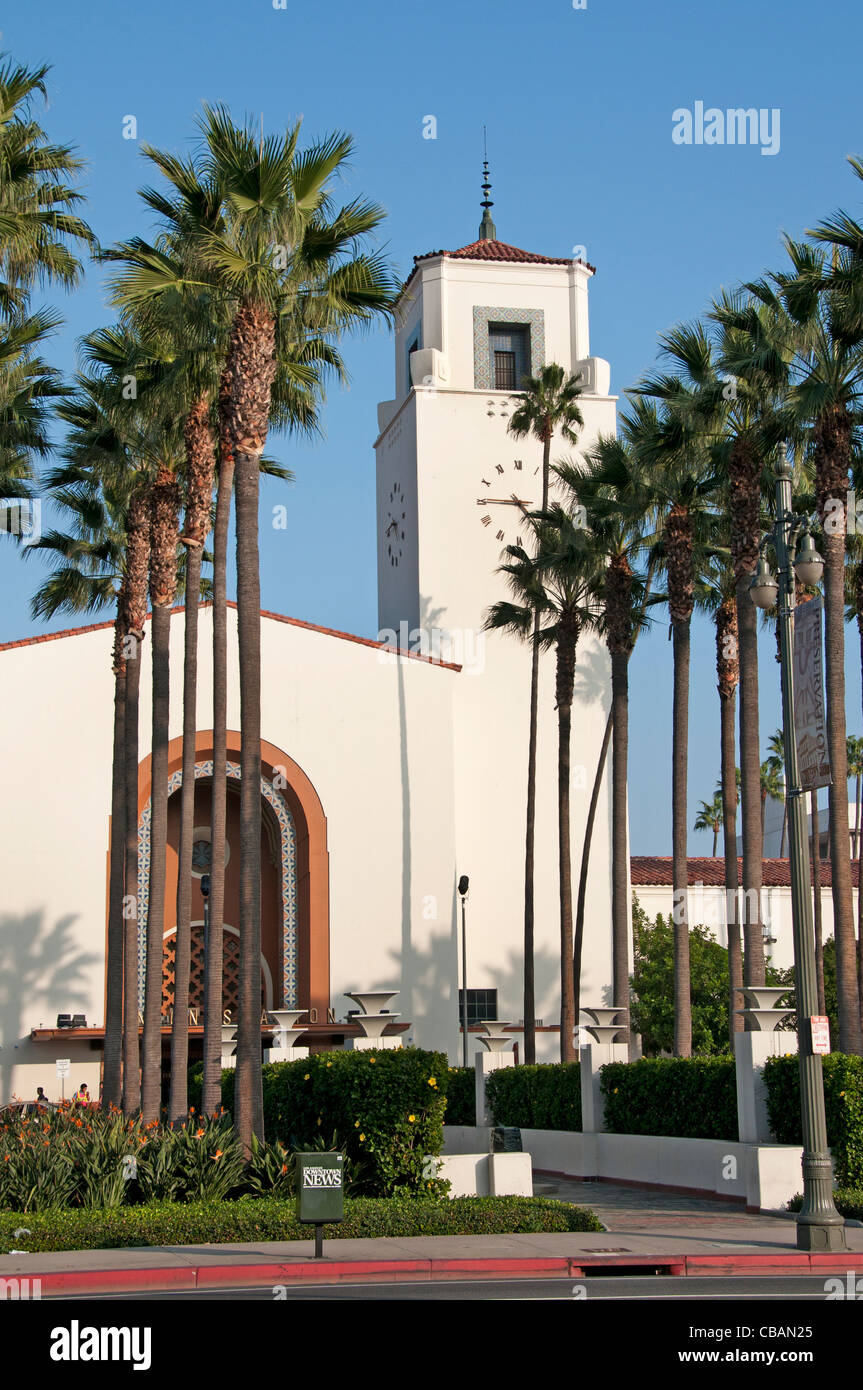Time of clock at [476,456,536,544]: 4:45
